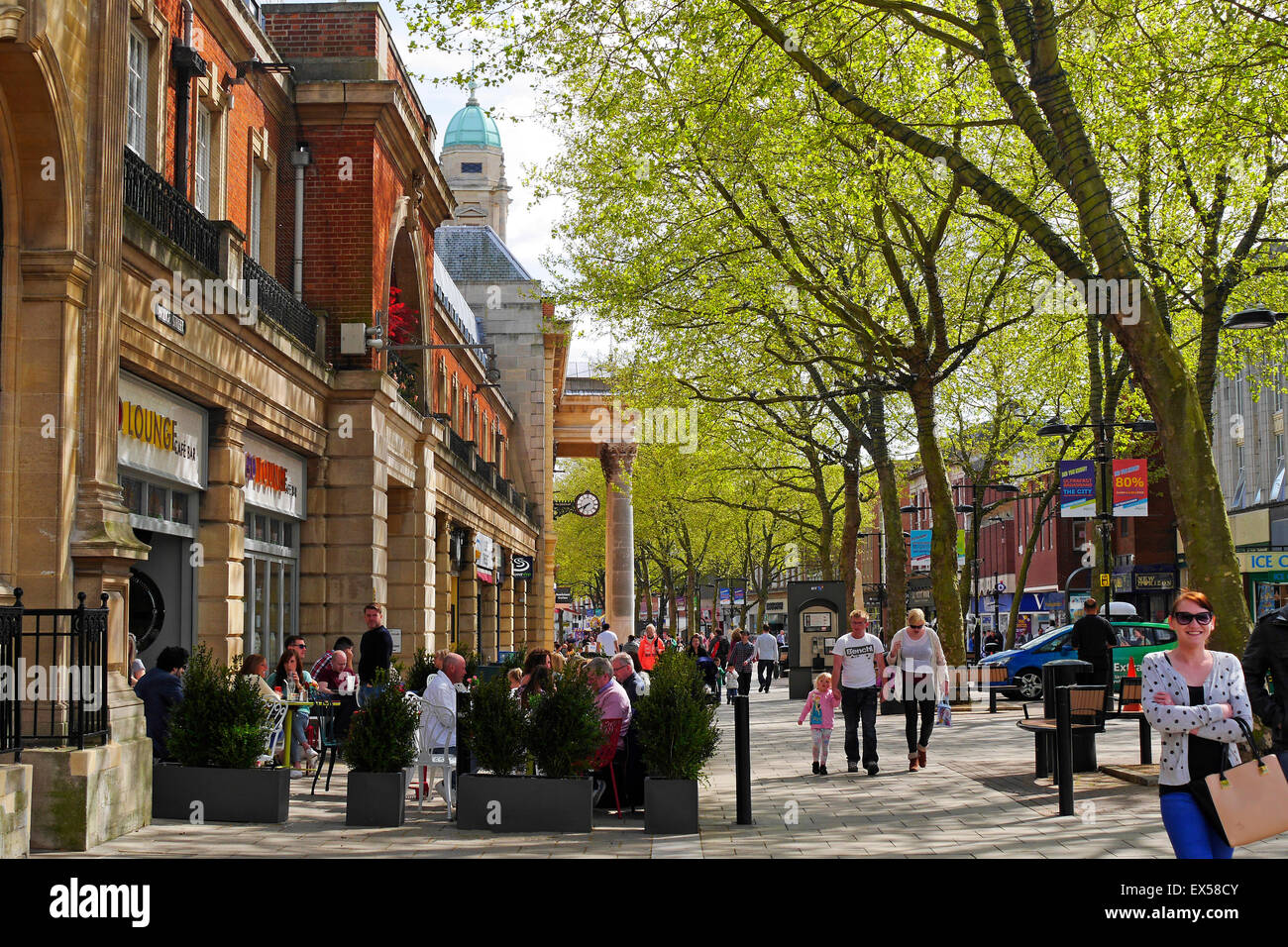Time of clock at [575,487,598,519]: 7:40
